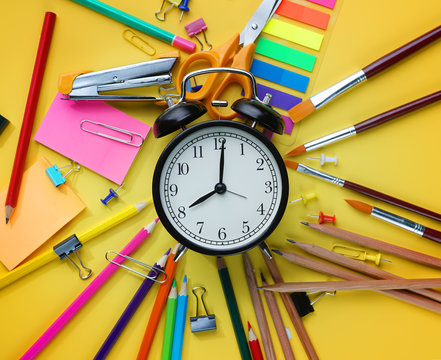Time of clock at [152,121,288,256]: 8:00
